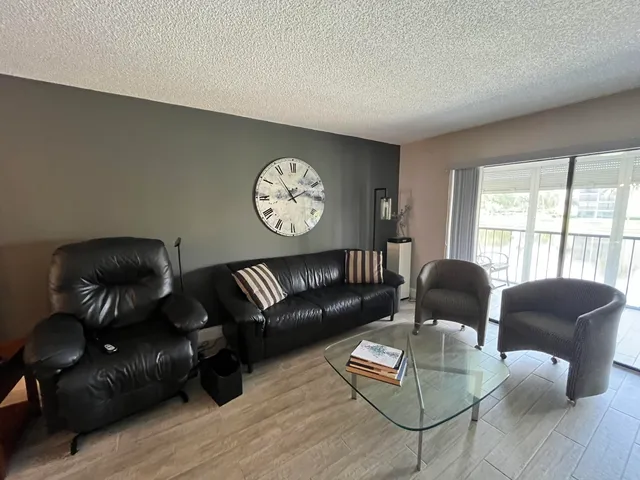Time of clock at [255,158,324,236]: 1:53
